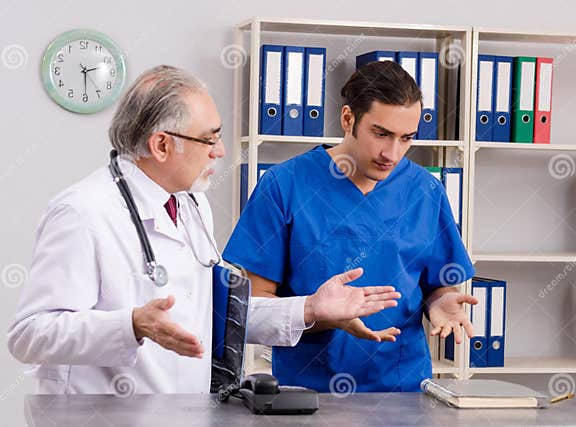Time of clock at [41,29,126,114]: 2:29
